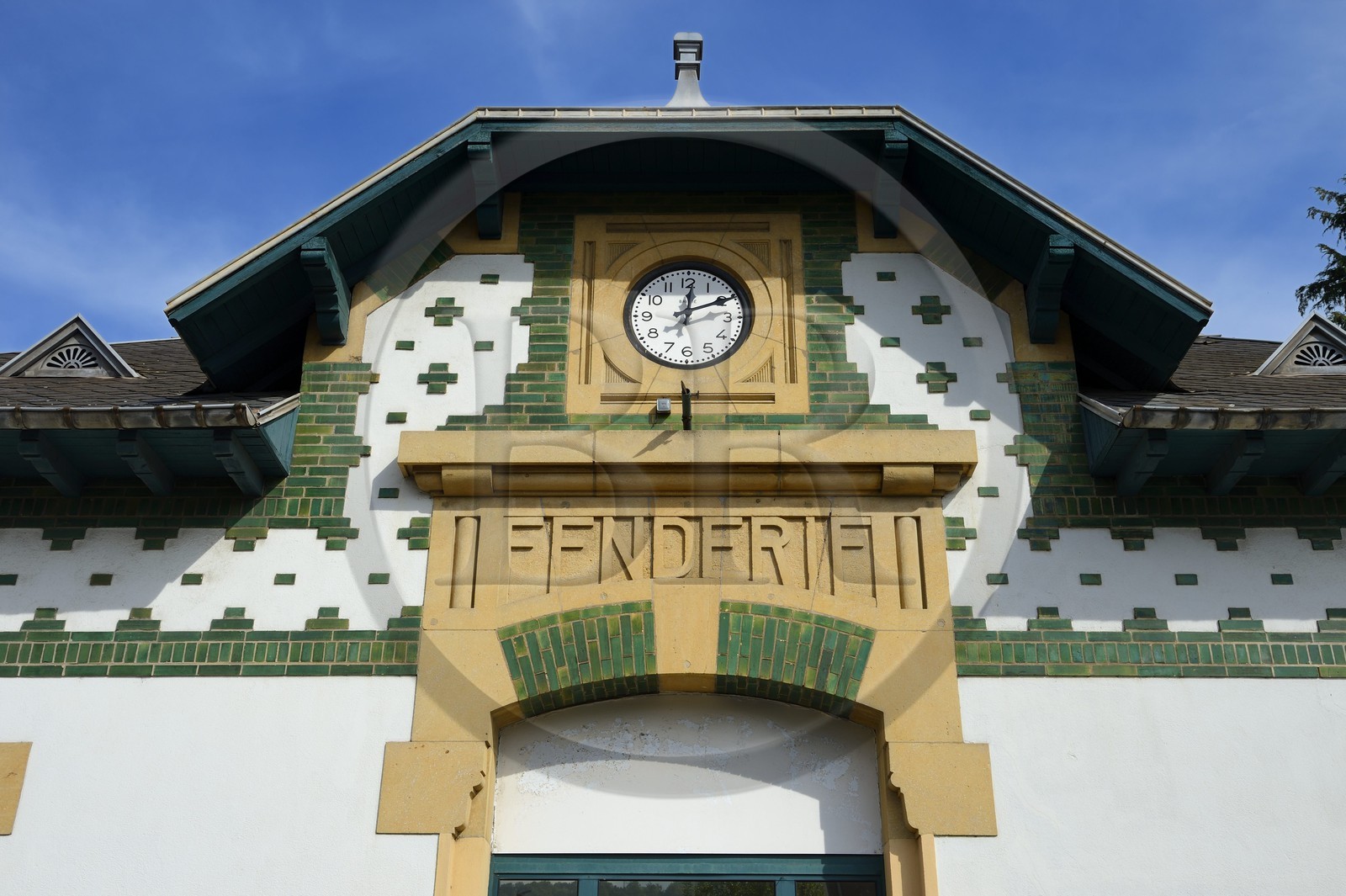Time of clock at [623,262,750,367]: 12:10
